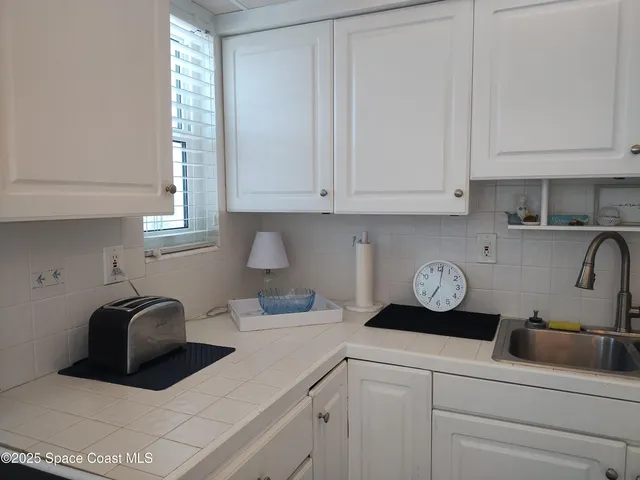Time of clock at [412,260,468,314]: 7:01
